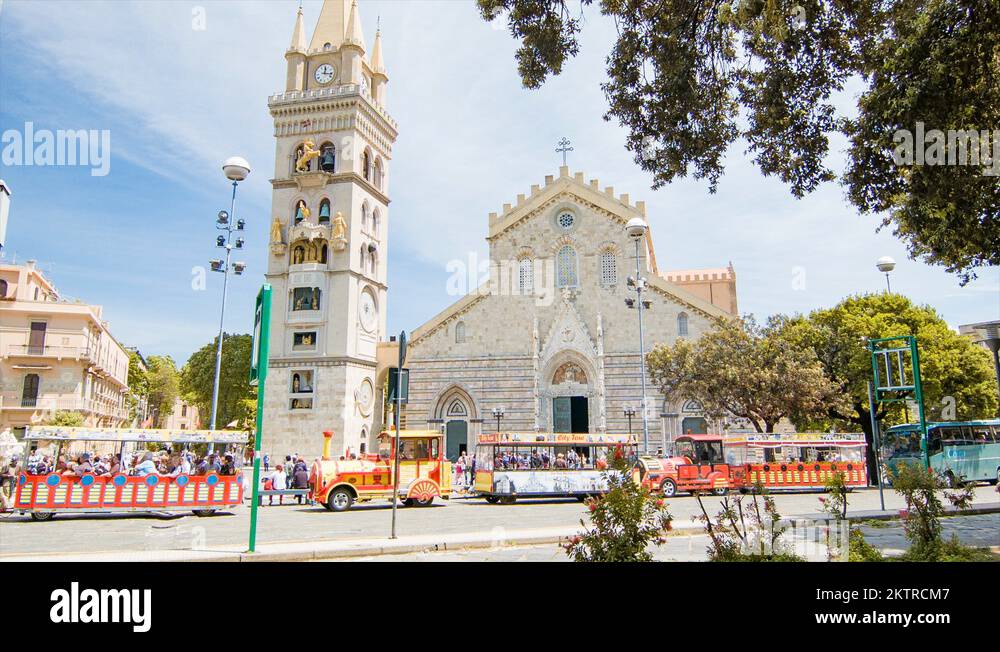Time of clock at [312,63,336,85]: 12:16
